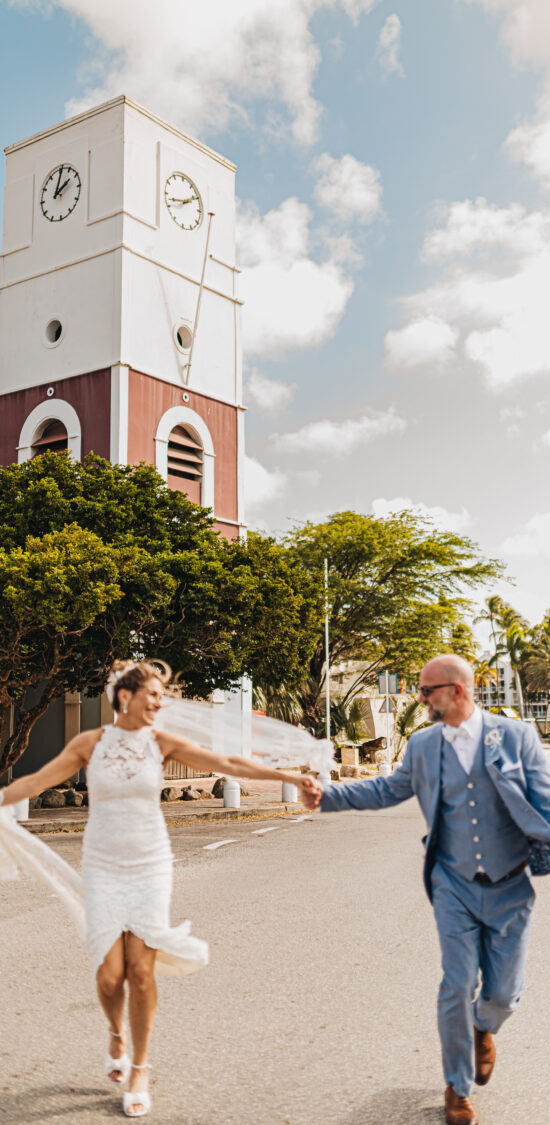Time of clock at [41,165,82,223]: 2:01
